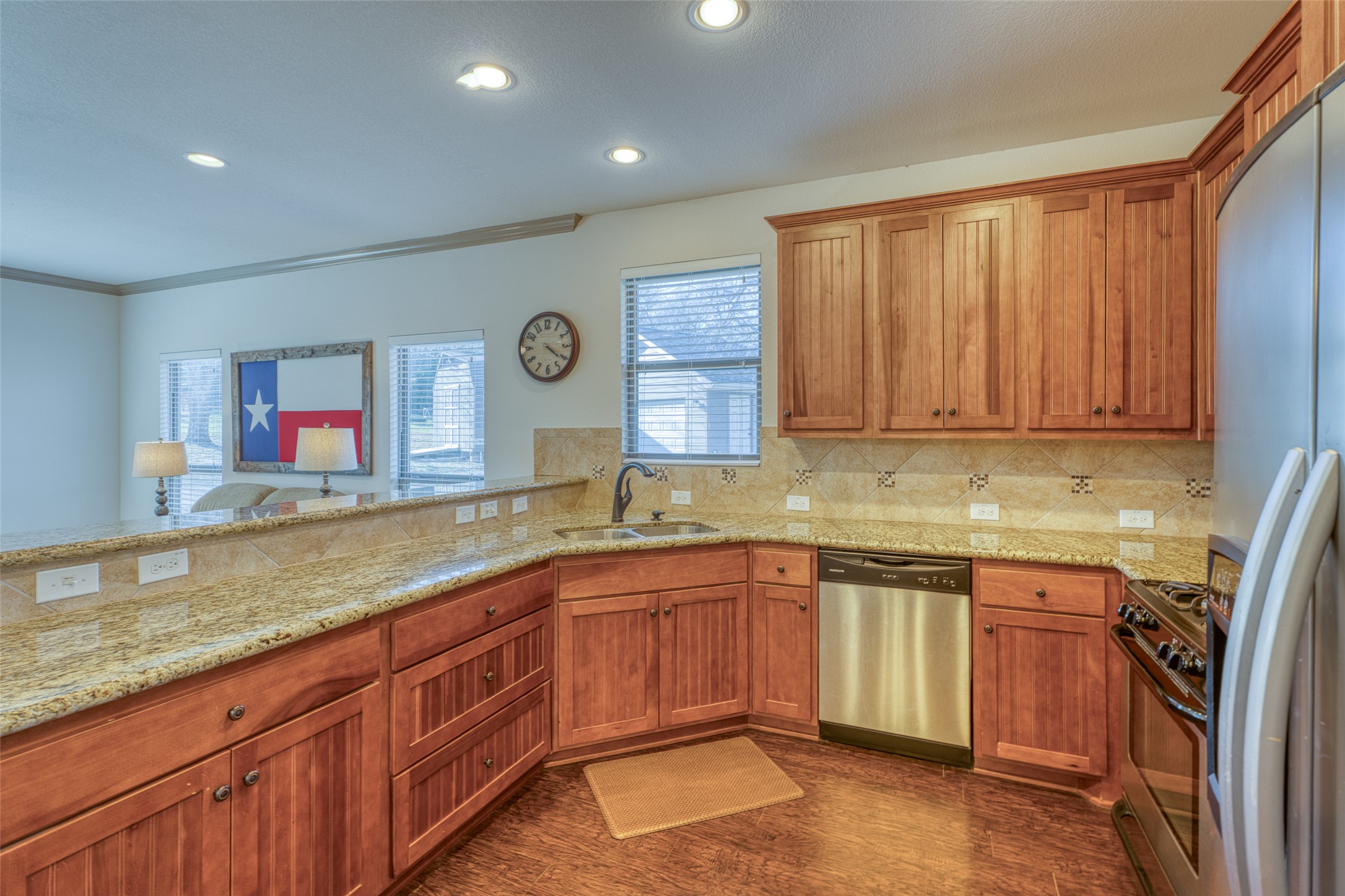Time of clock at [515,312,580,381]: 4:20
